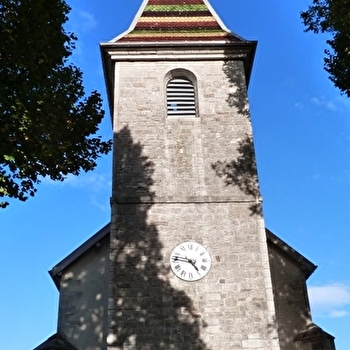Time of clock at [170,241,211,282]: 4:46
